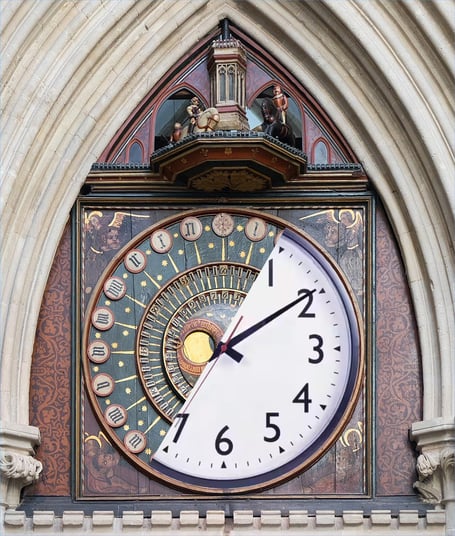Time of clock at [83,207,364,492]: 7:09
